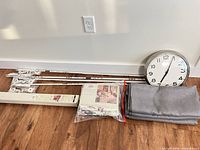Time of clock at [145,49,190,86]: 7:04
